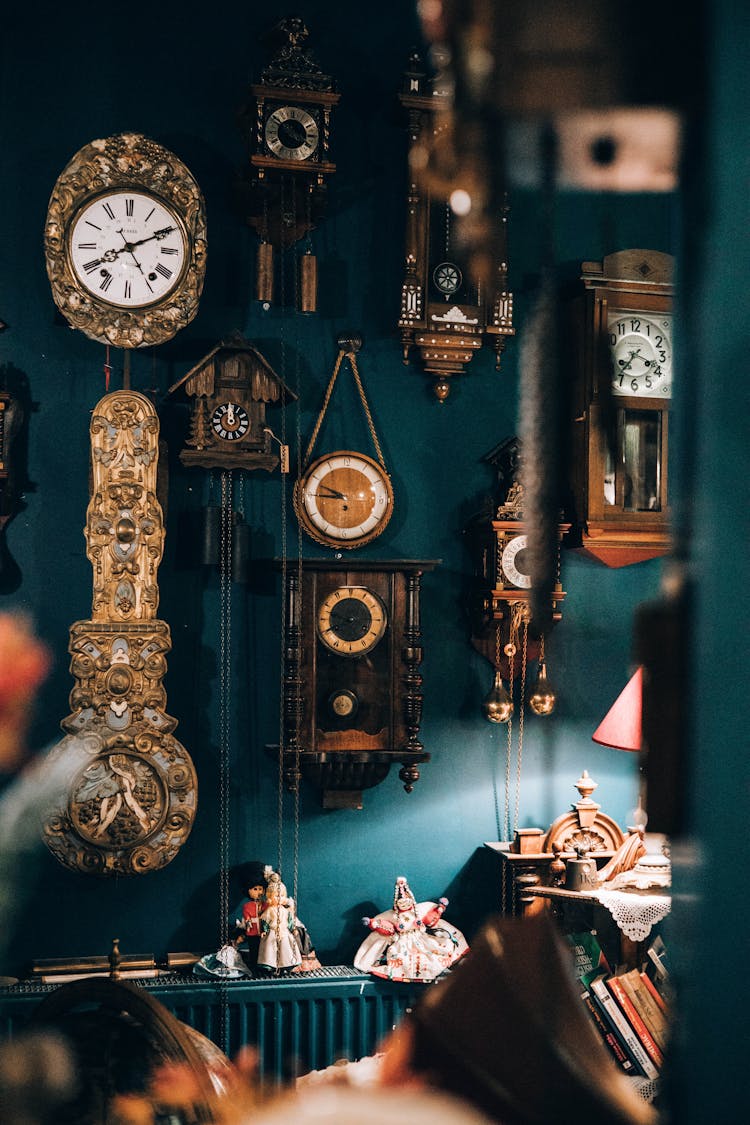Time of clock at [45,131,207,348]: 8:10
